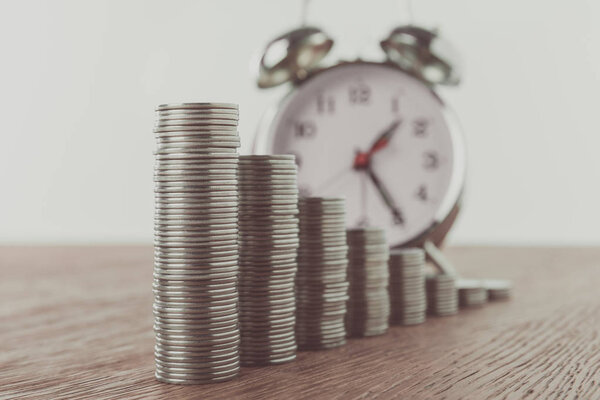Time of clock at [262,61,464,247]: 1:24
